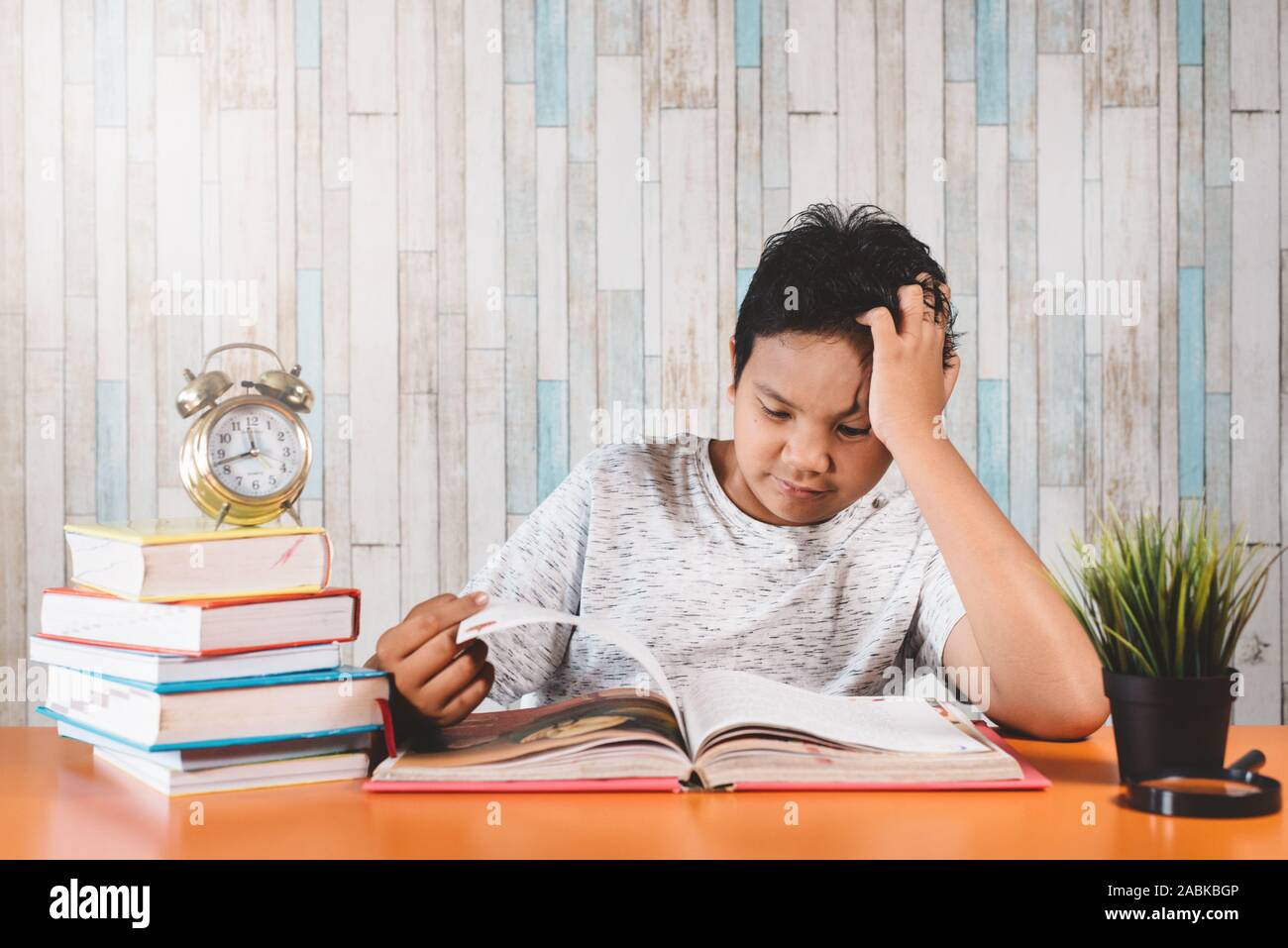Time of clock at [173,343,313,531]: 11:42
